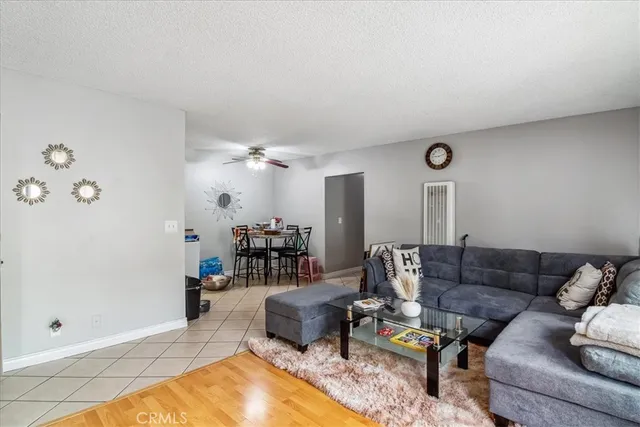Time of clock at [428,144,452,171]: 9:12
